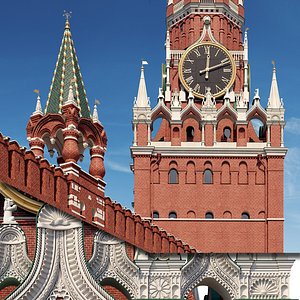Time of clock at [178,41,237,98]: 12:11
